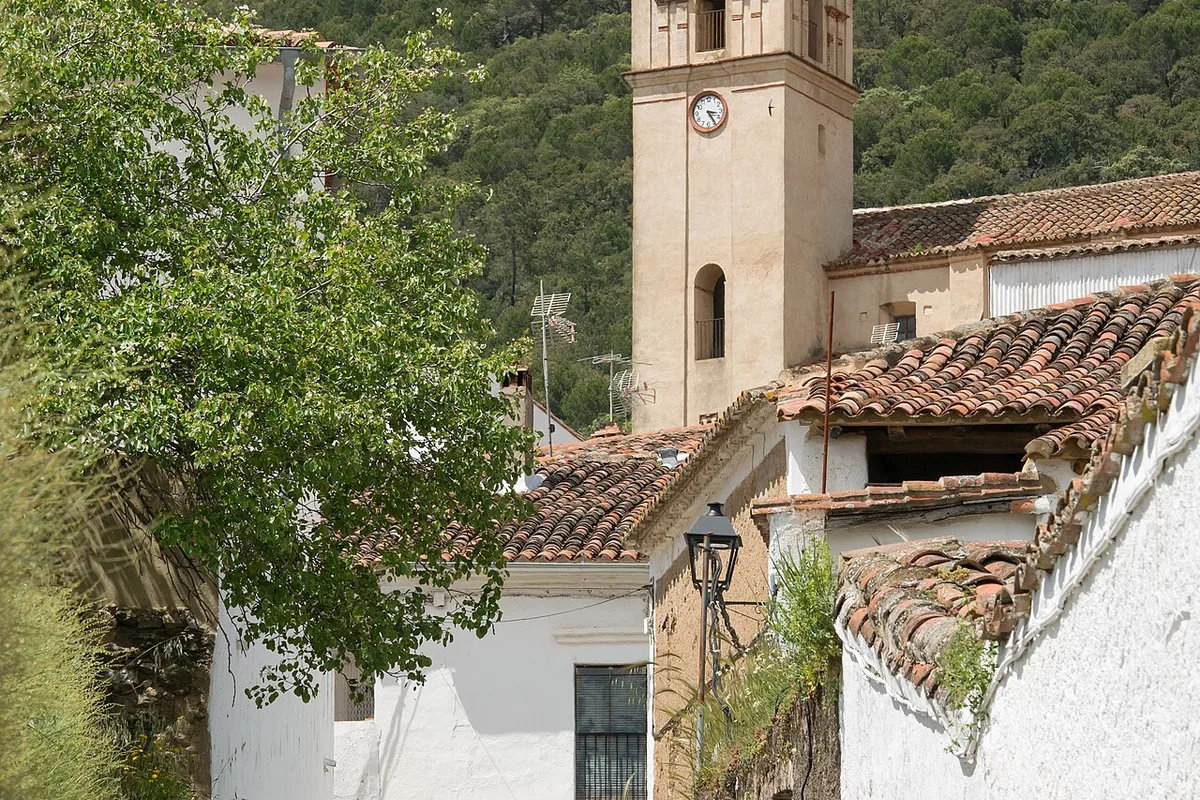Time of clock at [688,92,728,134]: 3:24
